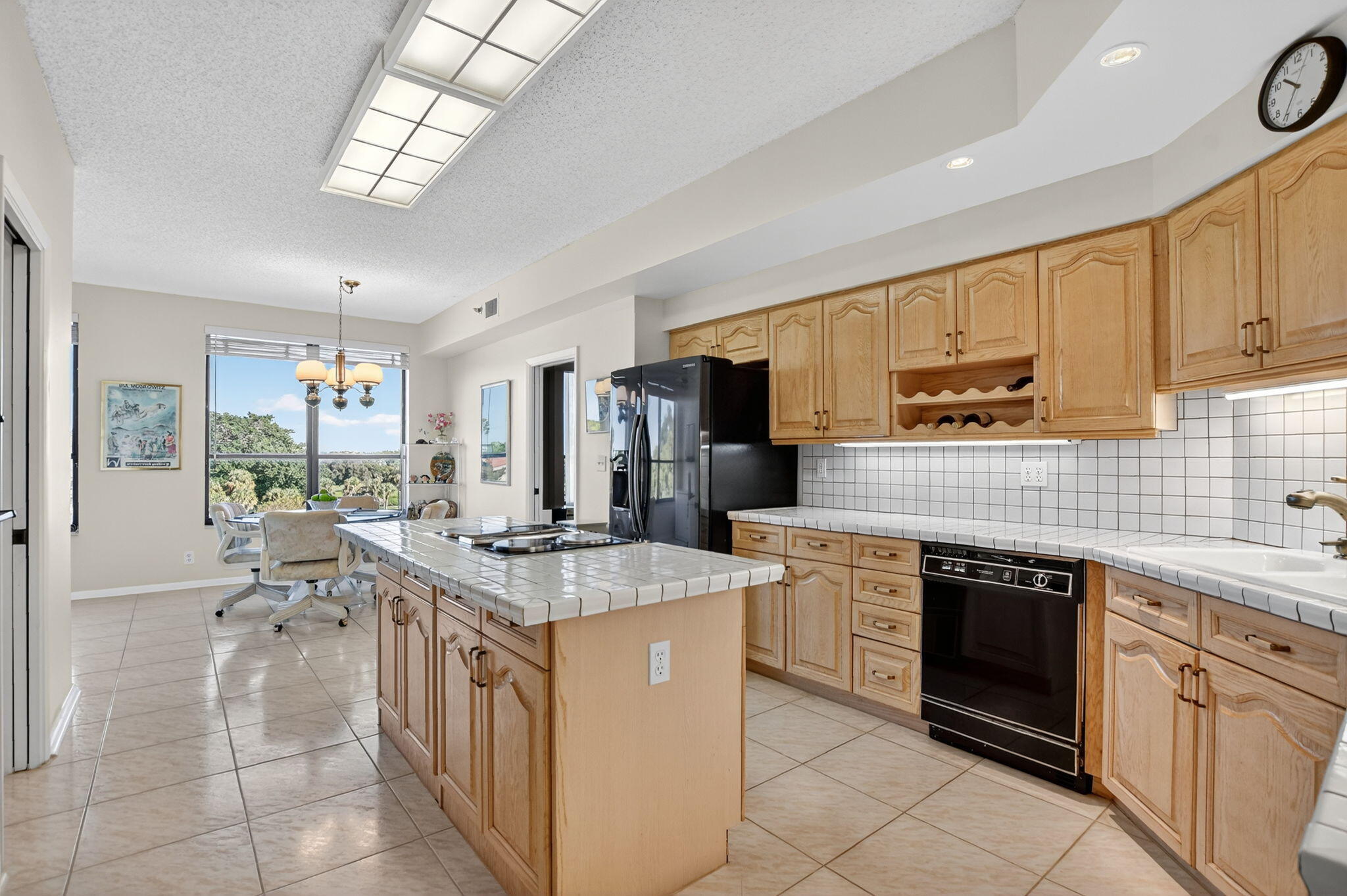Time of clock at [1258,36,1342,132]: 10:35
